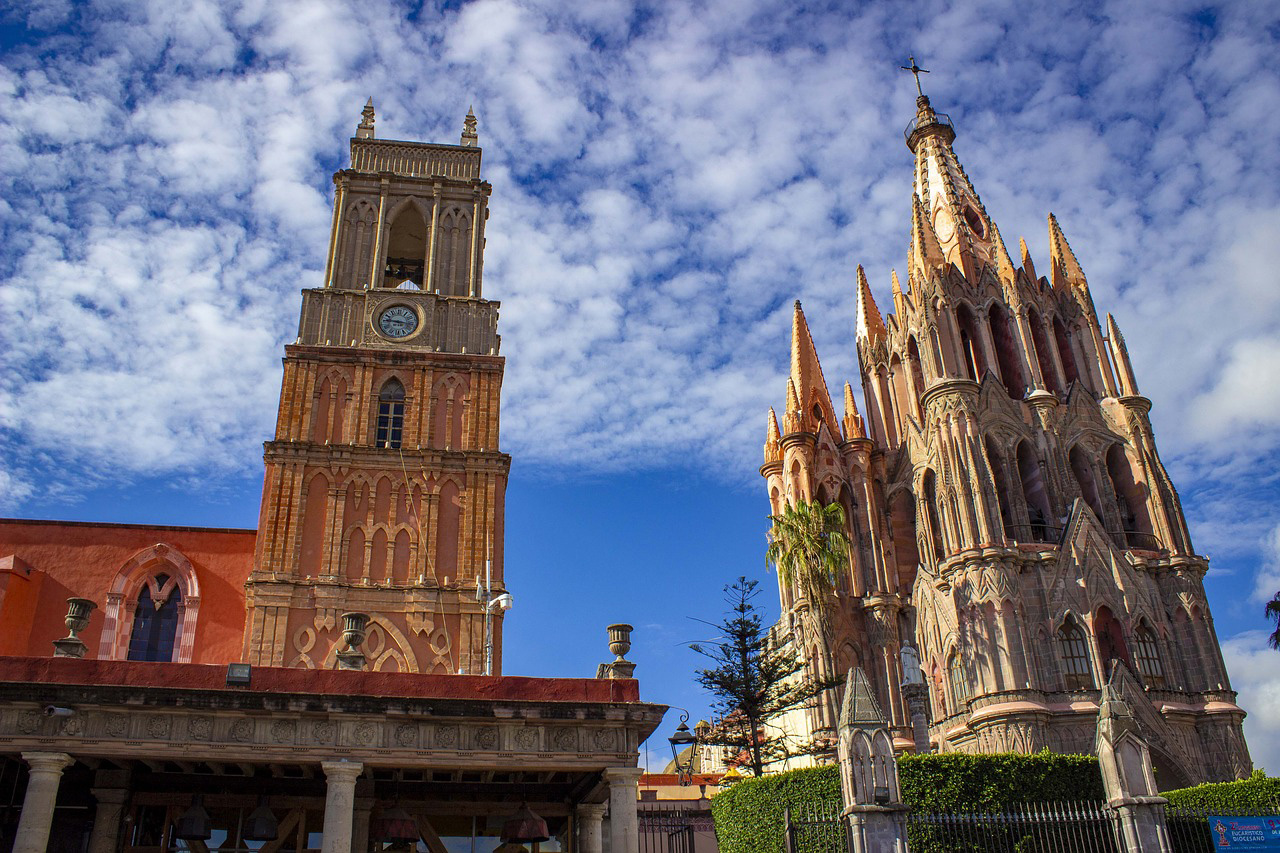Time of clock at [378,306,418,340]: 9:16
